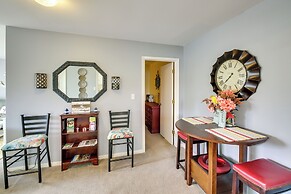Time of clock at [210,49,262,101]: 7:37
